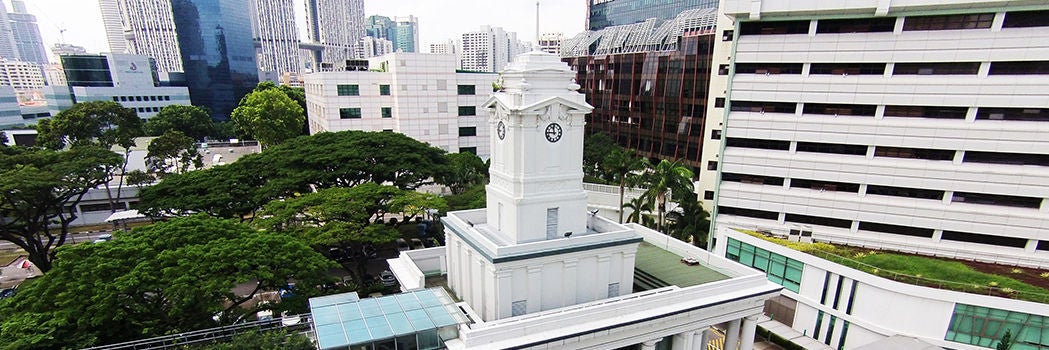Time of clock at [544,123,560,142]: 11:45
